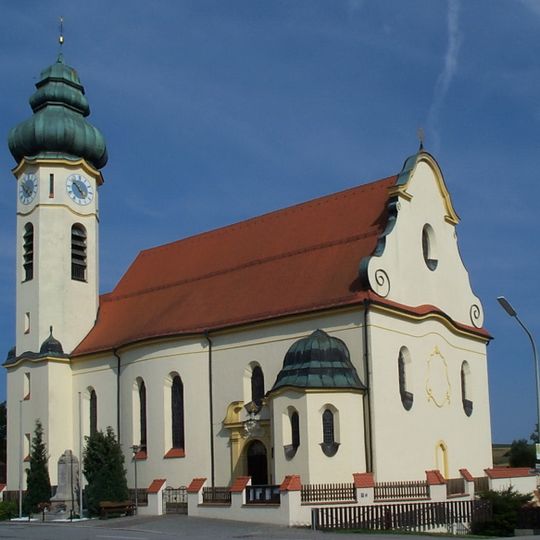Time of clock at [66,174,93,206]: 4:52
